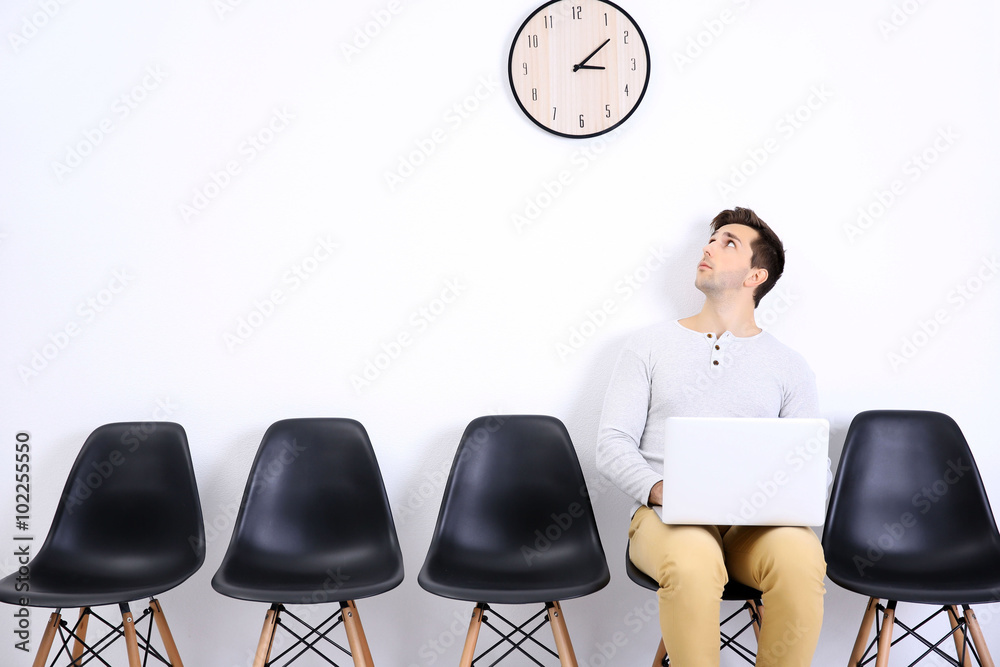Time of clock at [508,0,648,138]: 3:08
